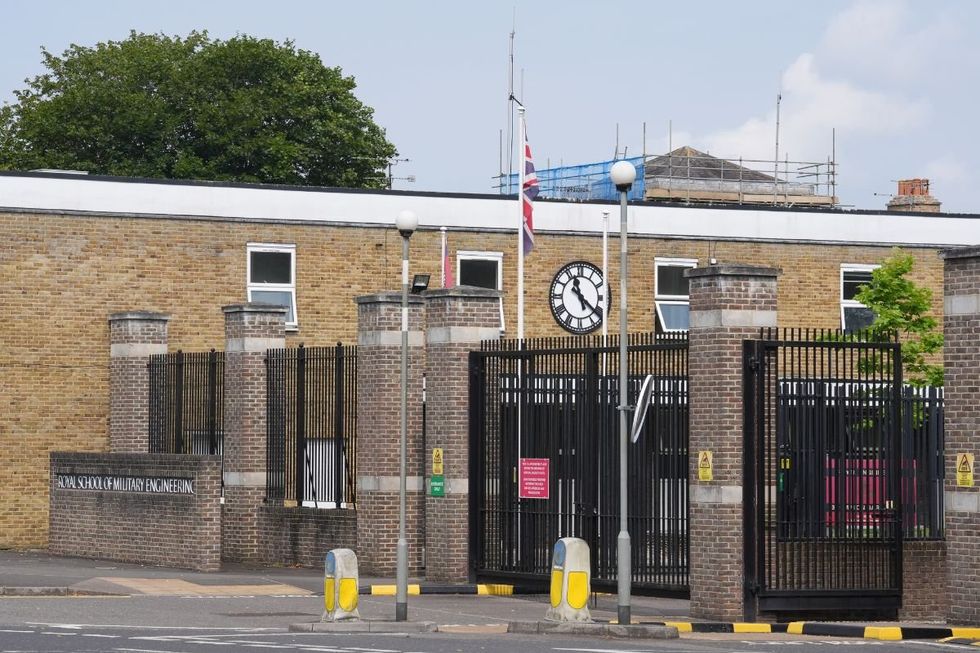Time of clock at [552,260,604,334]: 11:21
